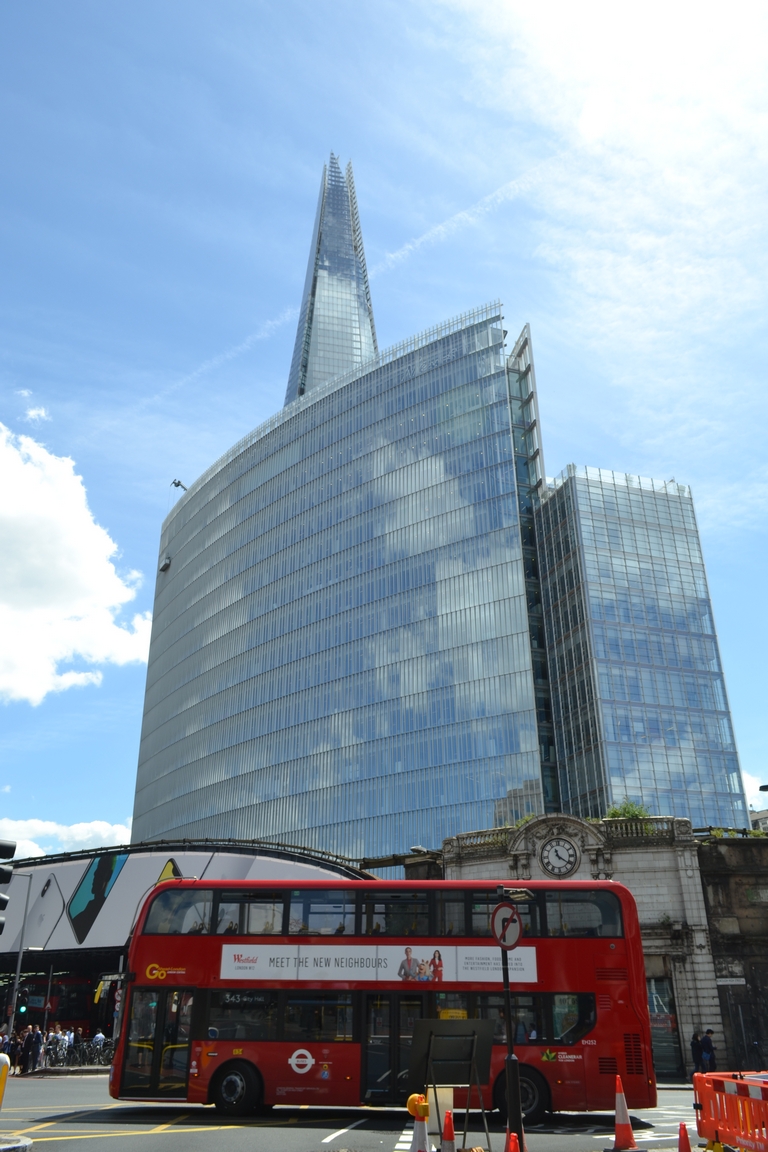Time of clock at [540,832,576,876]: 11:21
